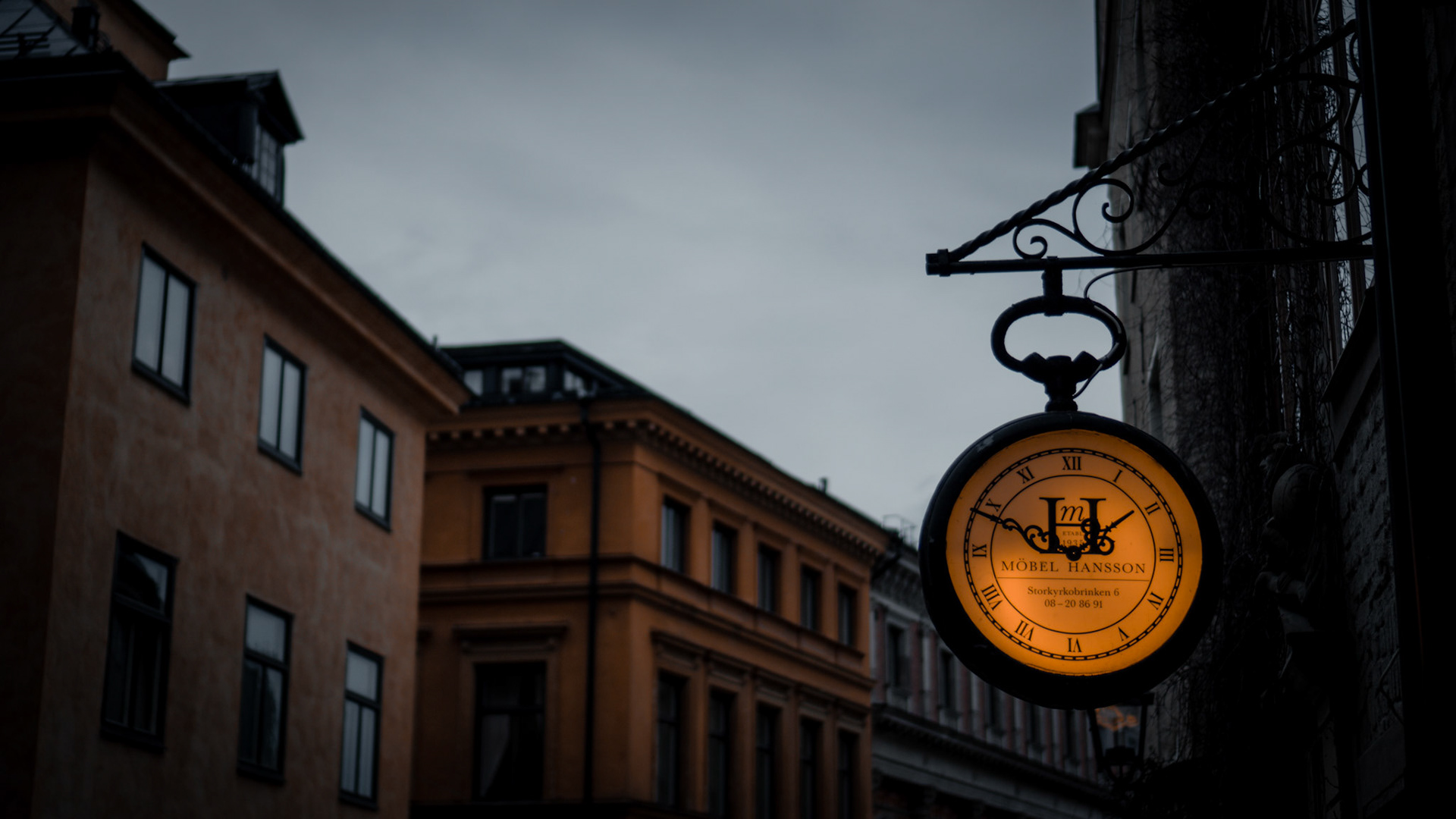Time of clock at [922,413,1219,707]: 1:48
